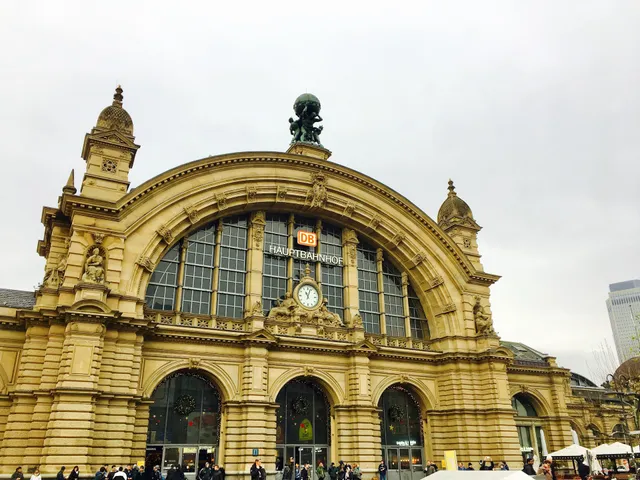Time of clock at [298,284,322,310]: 11:03
